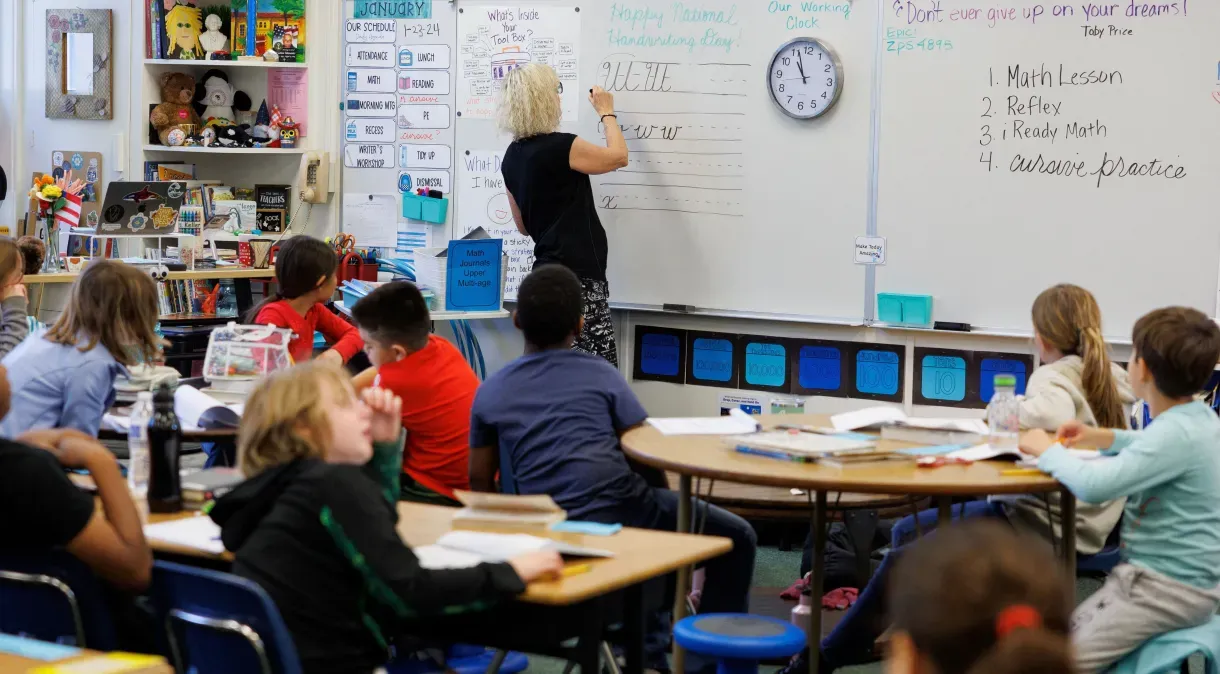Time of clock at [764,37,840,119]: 10:56
